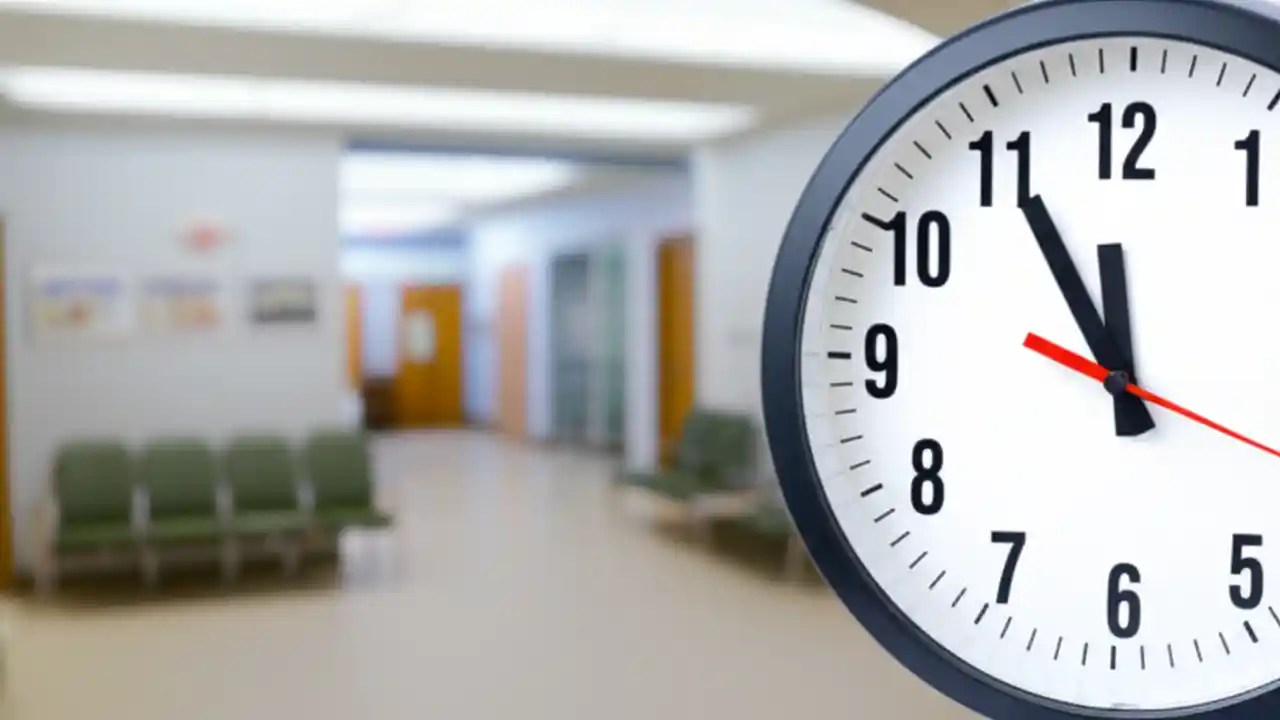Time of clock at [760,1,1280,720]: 11:55
